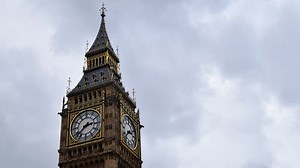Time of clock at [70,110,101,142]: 2:38
